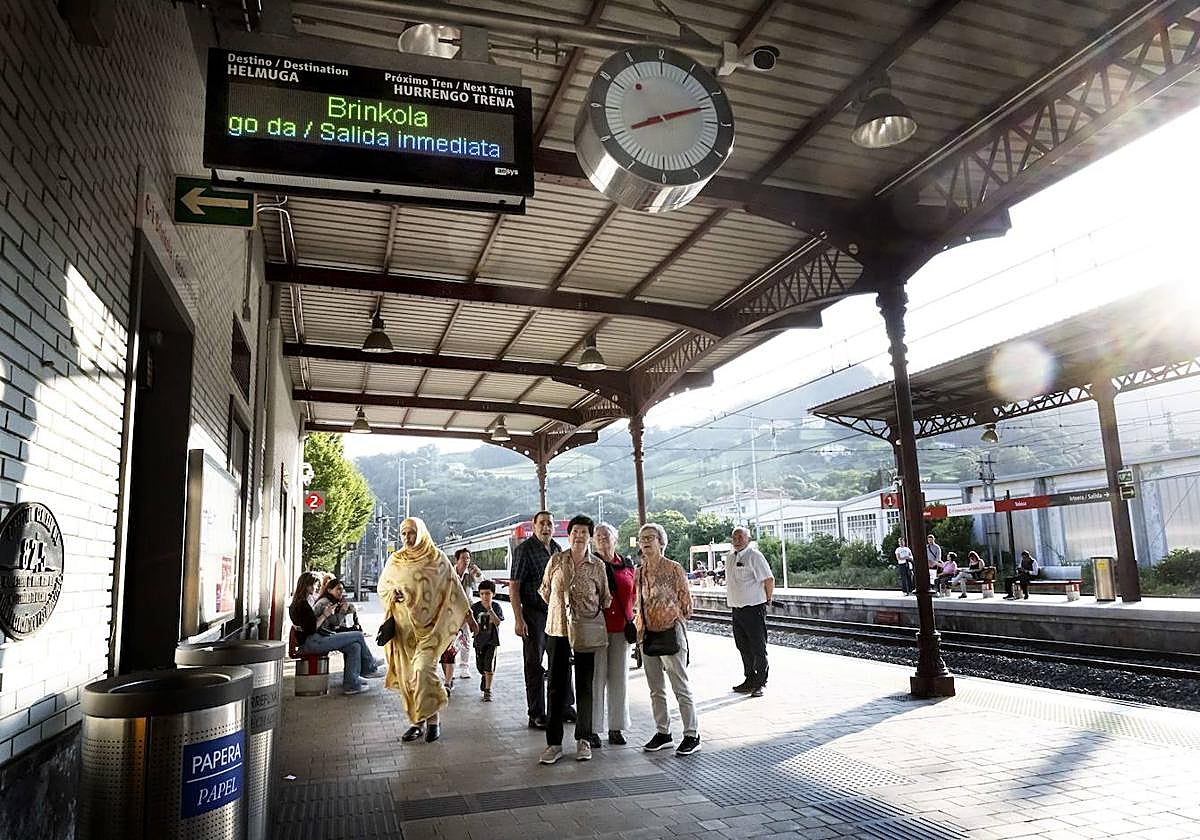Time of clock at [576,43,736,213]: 8:12
